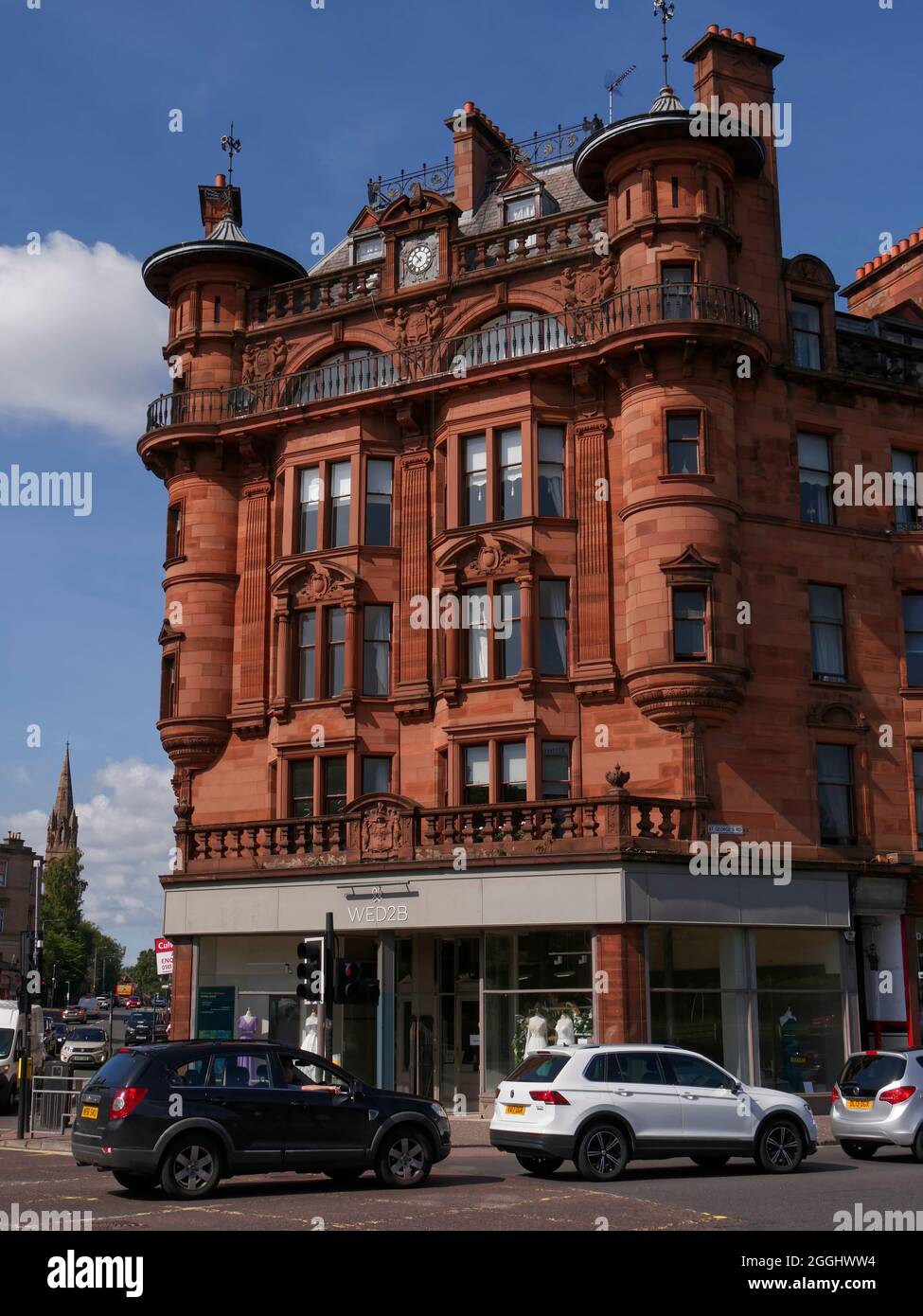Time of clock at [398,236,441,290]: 7:52
